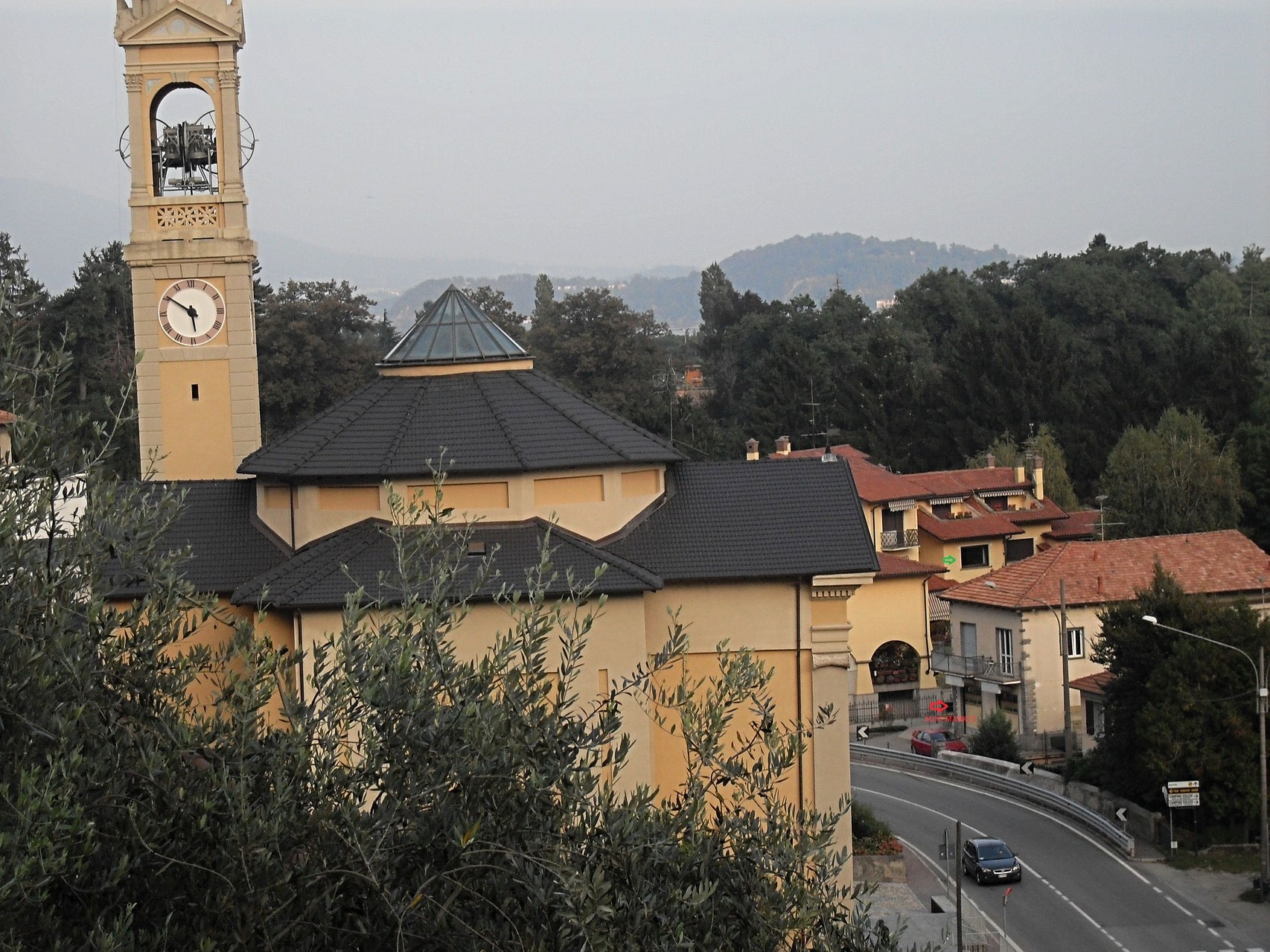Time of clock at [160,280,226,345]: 5:50
